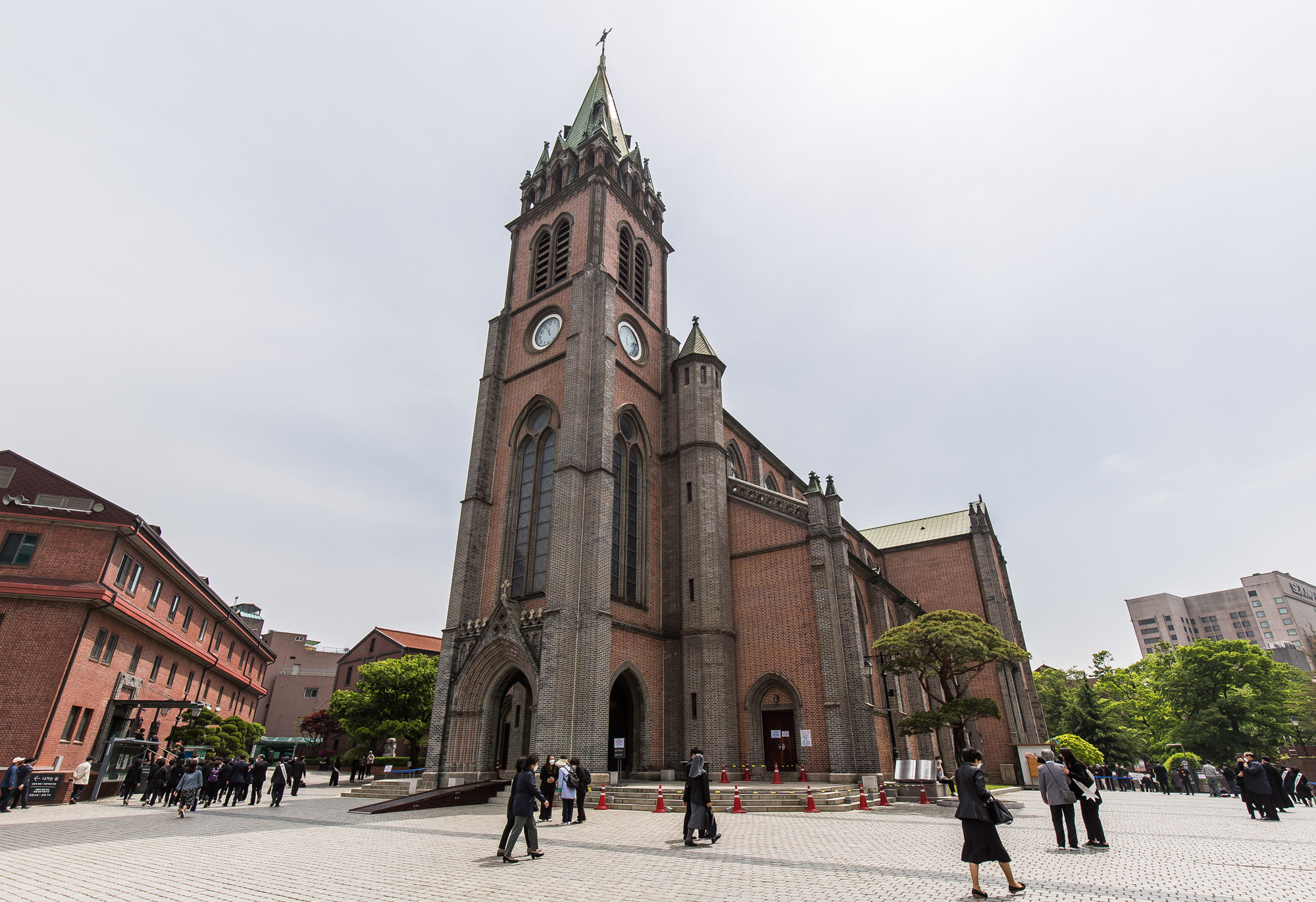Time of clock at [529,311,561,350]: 11:55
